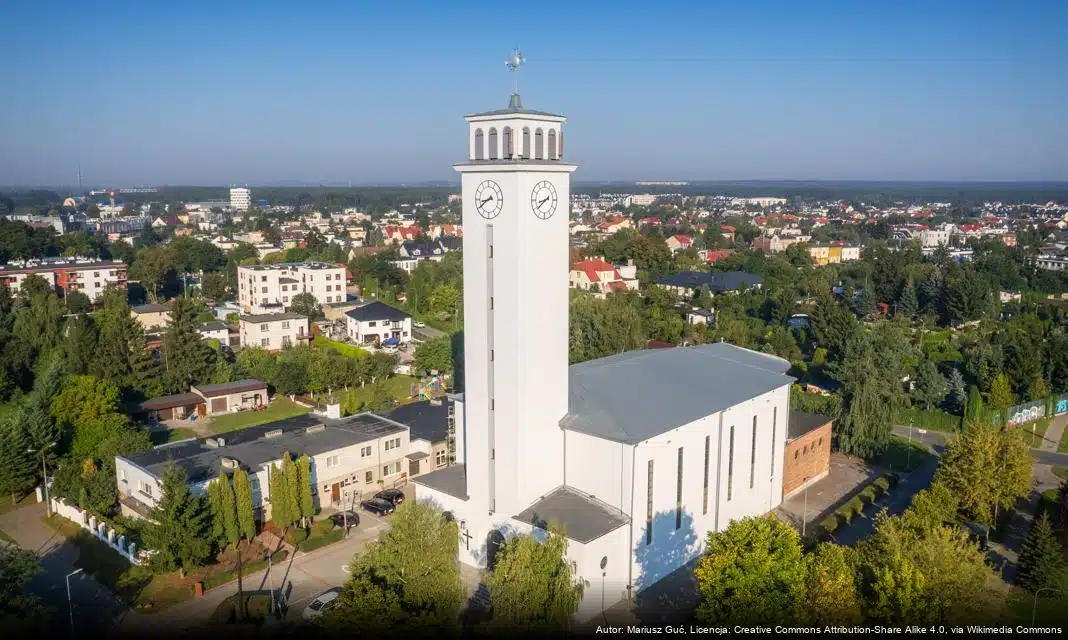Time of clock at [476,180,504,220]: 8:39
